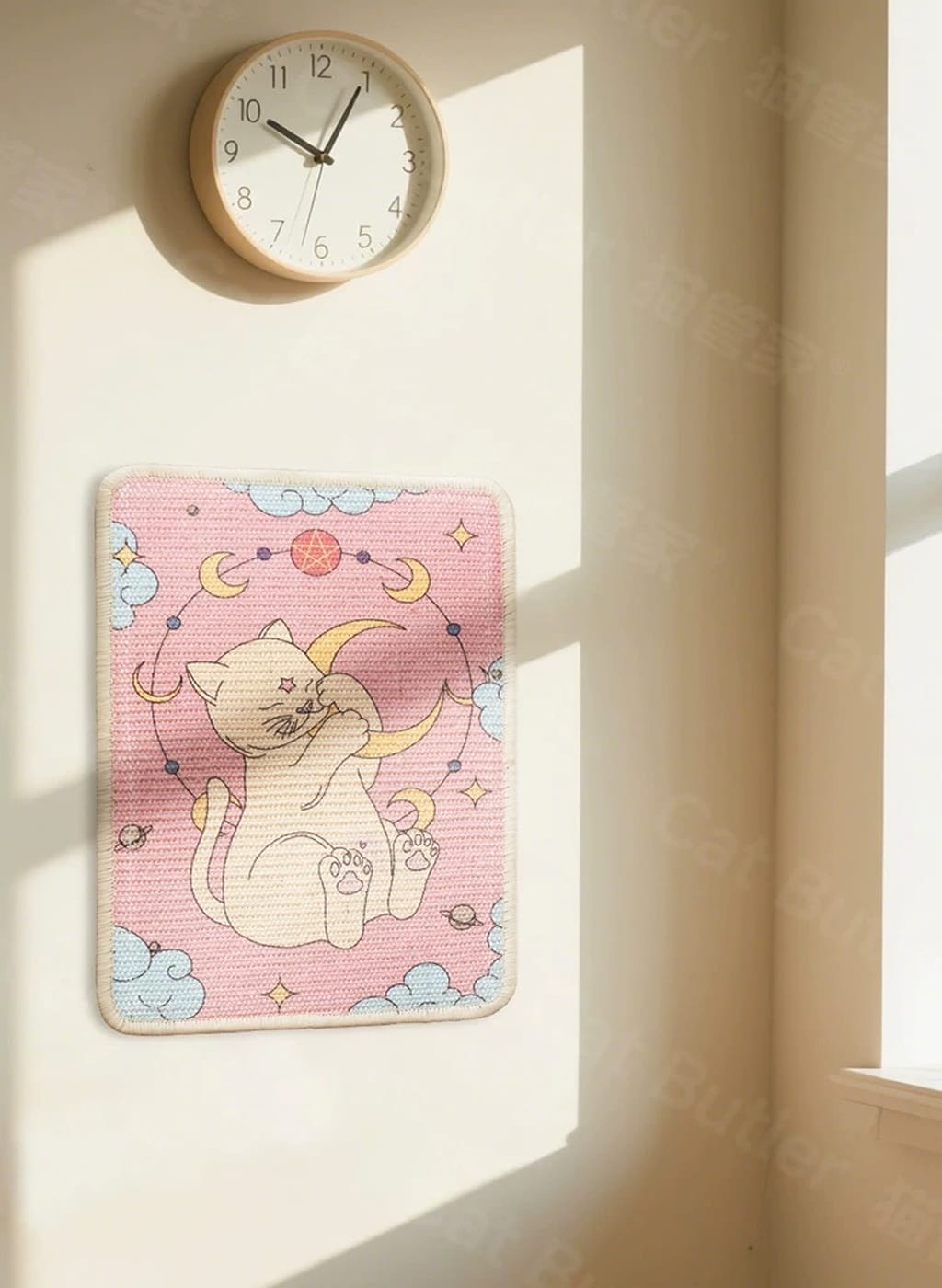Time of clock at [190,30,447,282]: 10:04
